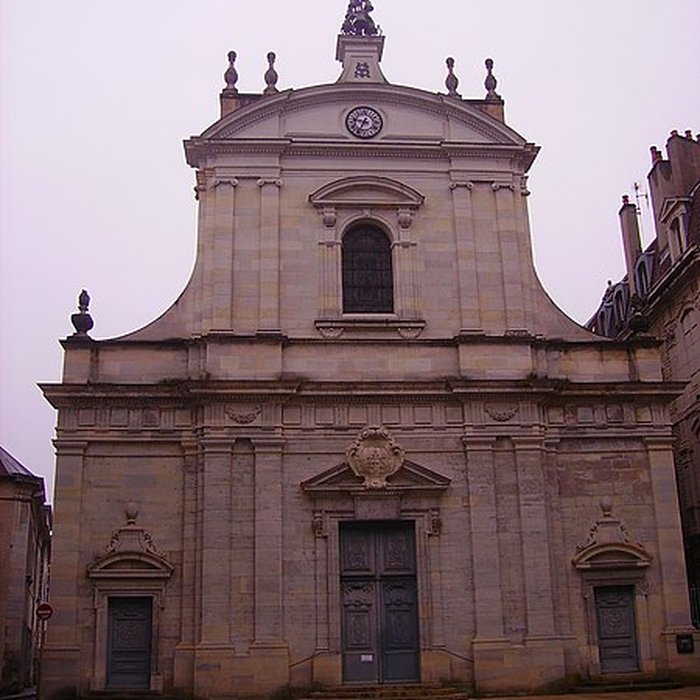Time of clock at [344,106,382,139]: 9:34
